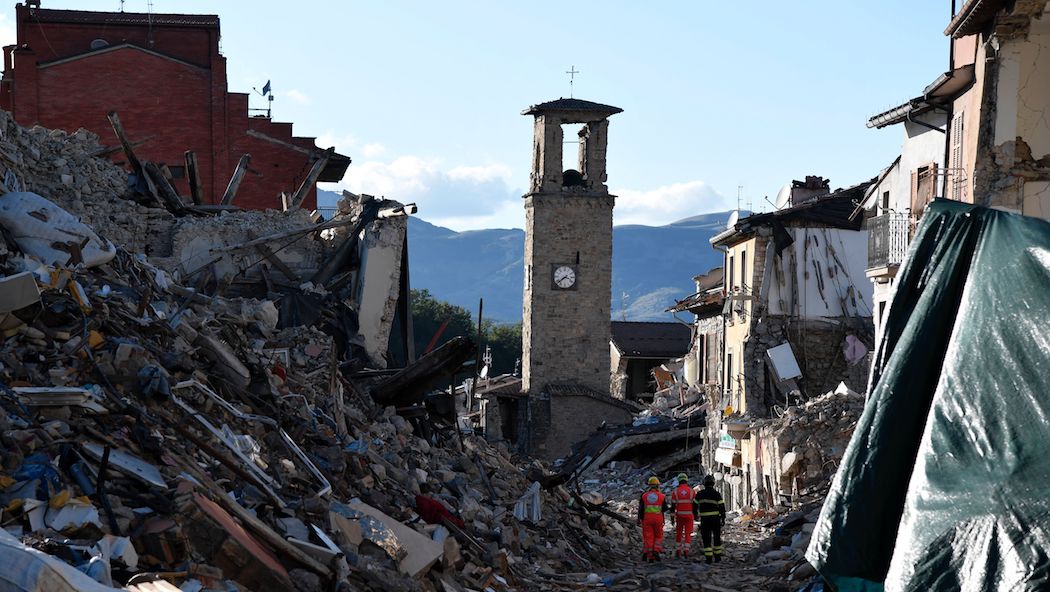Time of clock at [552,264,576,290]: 3:38
